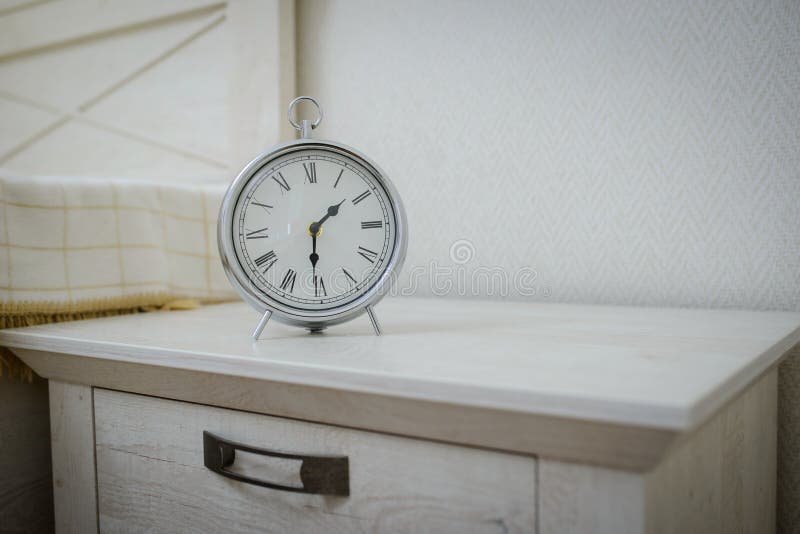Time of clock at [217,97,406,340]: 1:30
